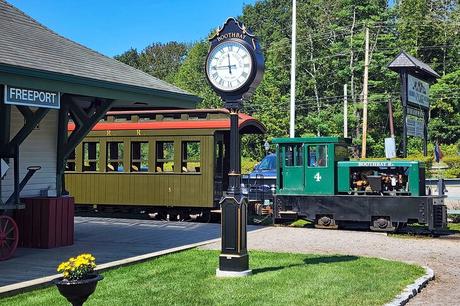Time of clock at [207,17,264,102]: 11:44
